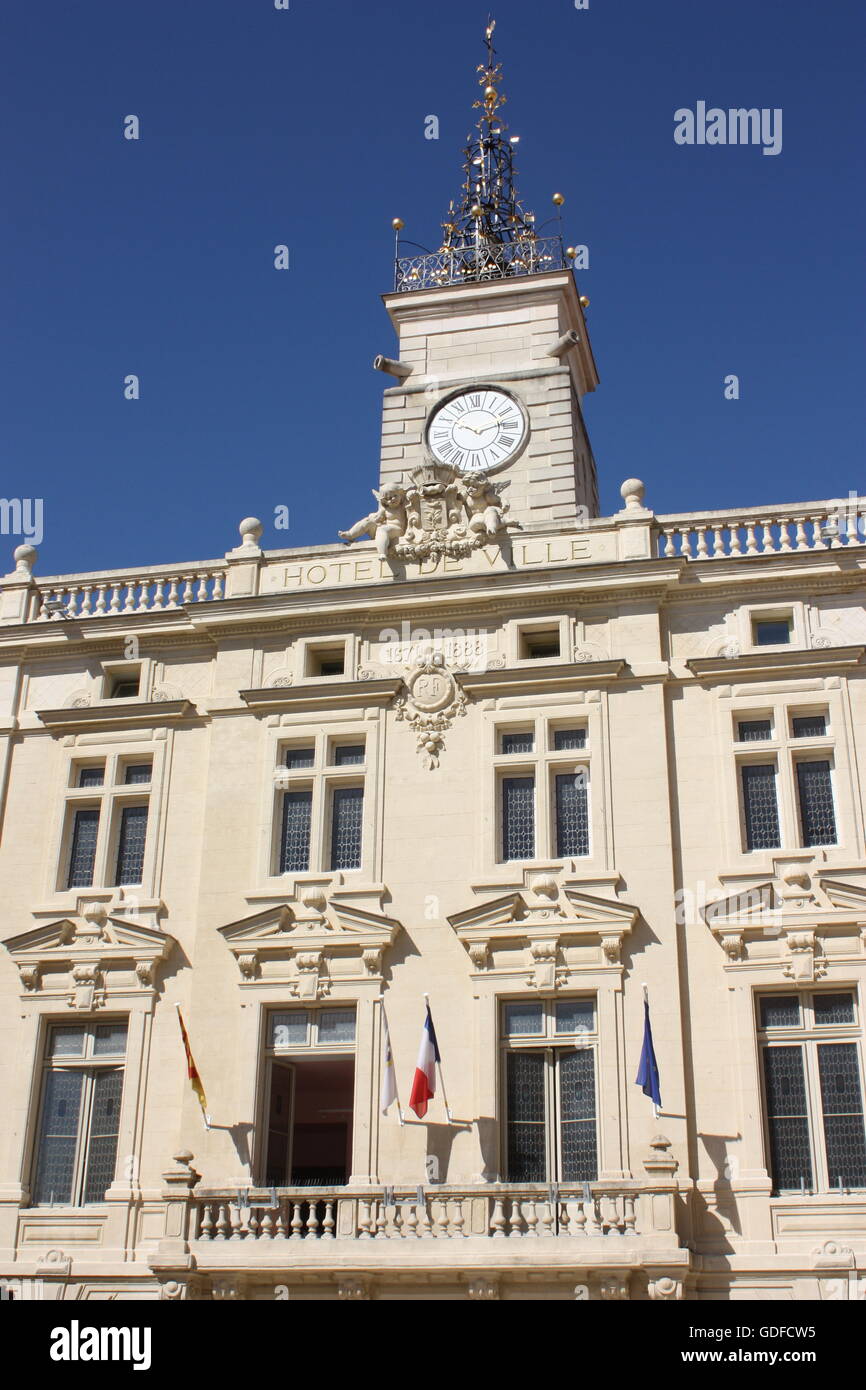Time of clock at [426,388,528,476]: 10:13
